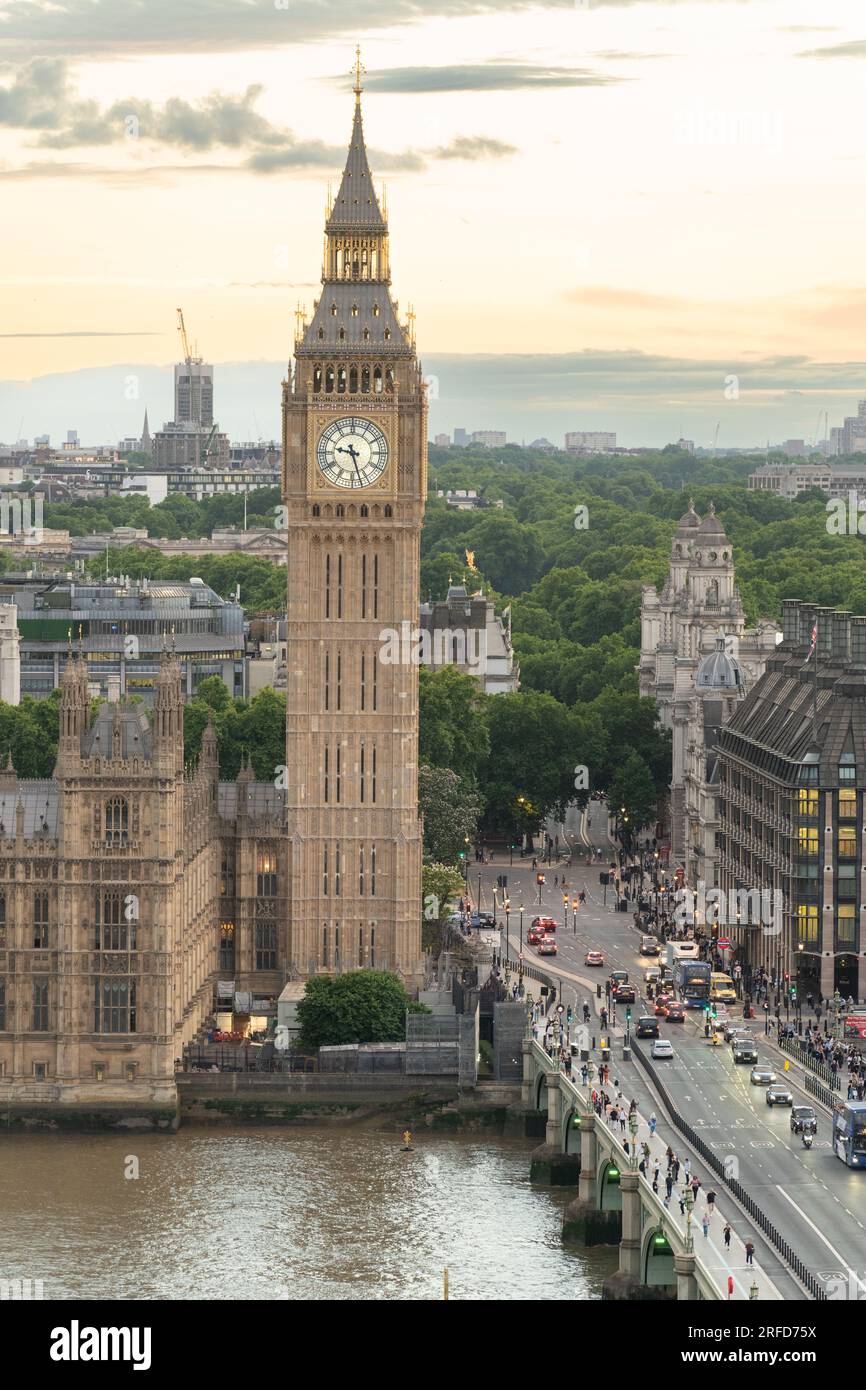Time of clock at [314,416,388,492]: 9:27
